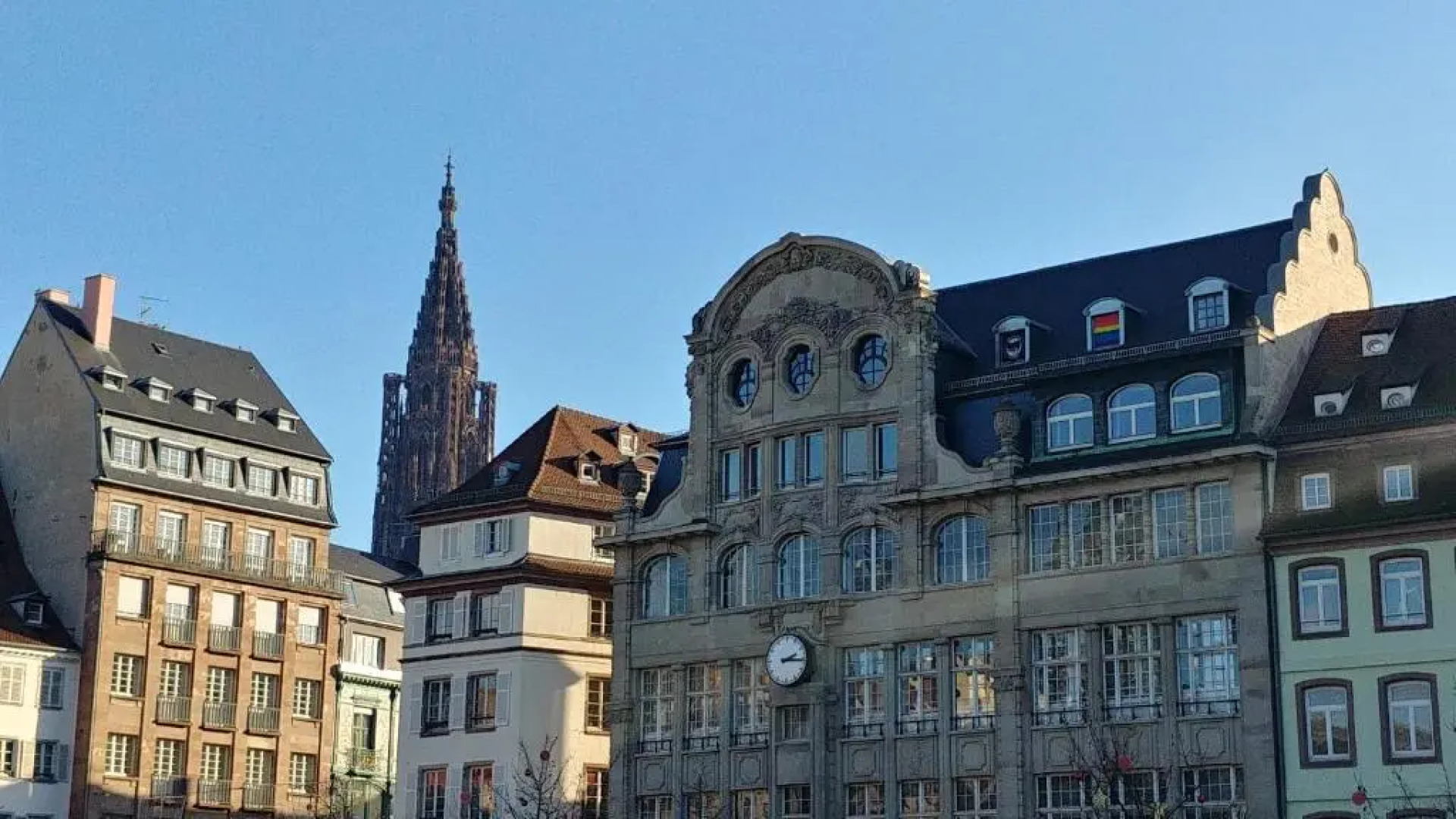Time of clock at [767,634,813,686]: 2:15
